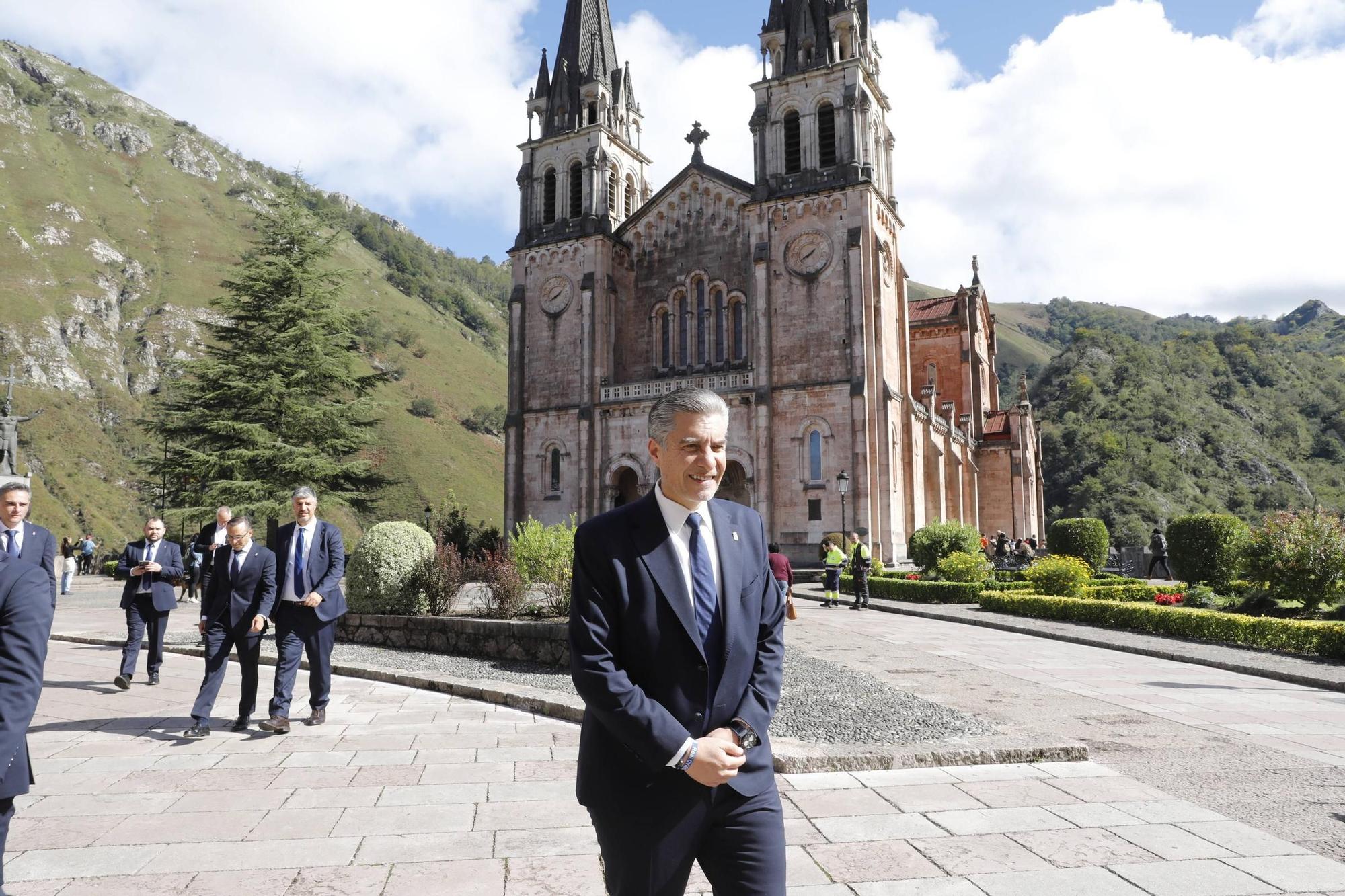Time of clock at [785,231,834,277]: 1:39
